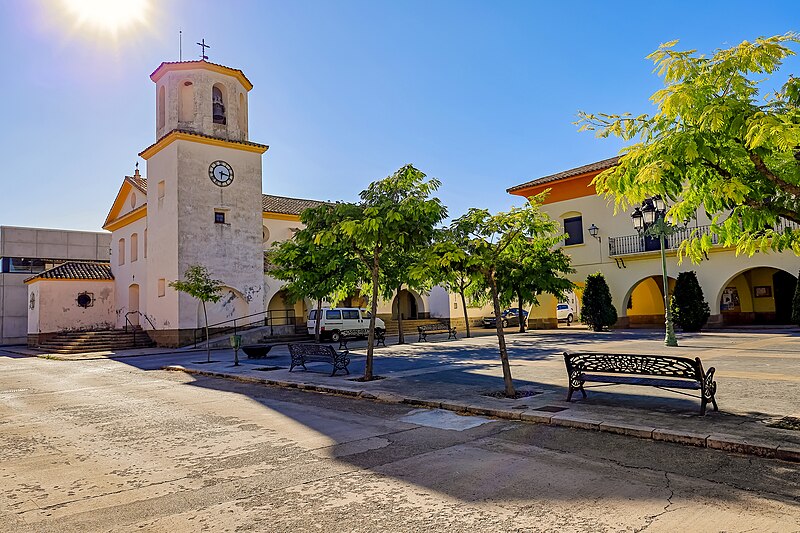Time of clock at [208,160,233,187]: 6:17
